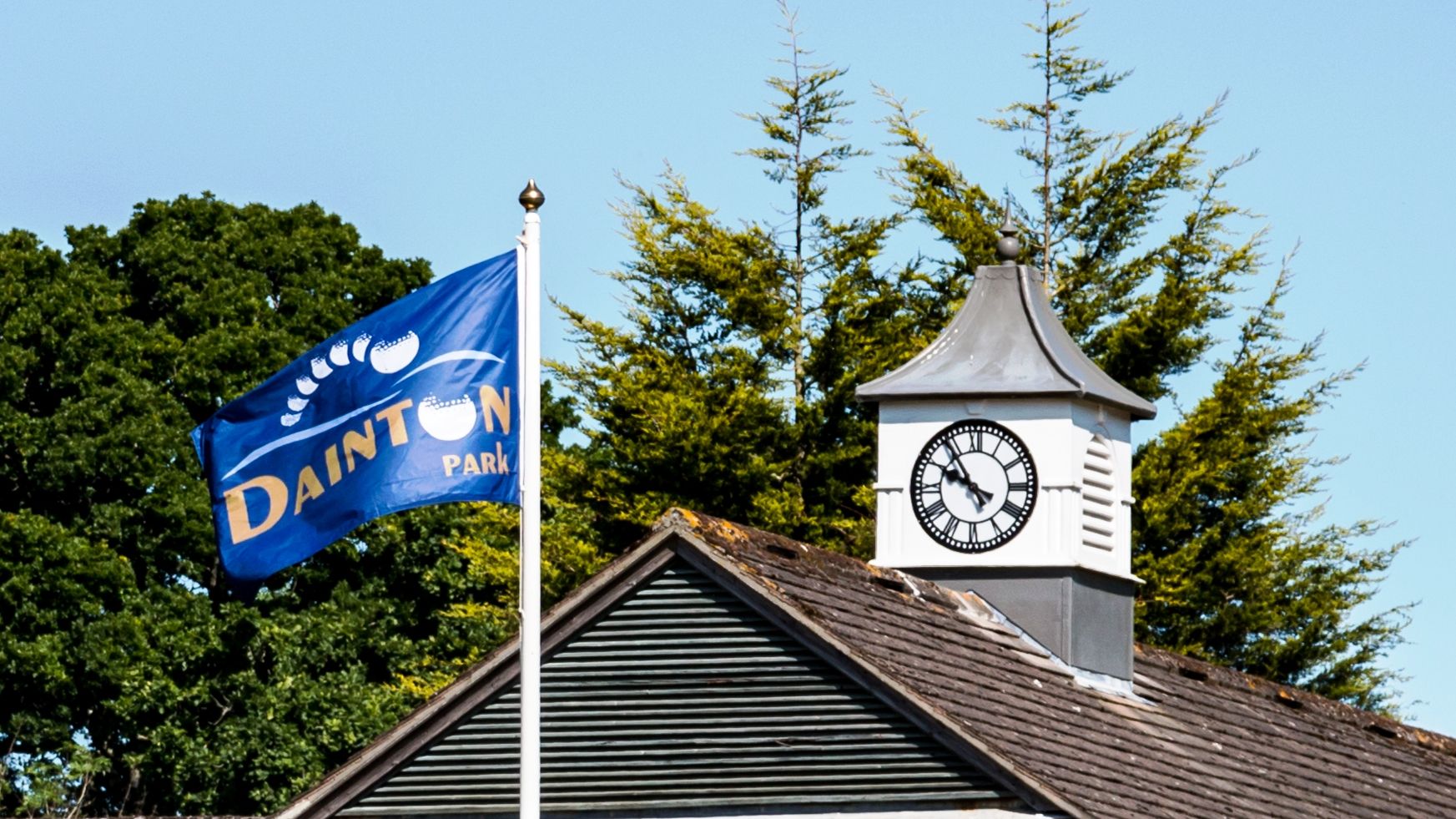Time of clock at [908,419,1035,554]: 9:54
